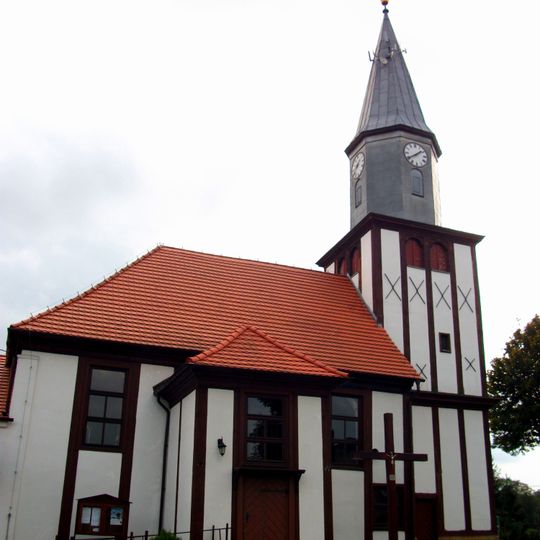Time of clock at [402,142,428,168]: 1:39
